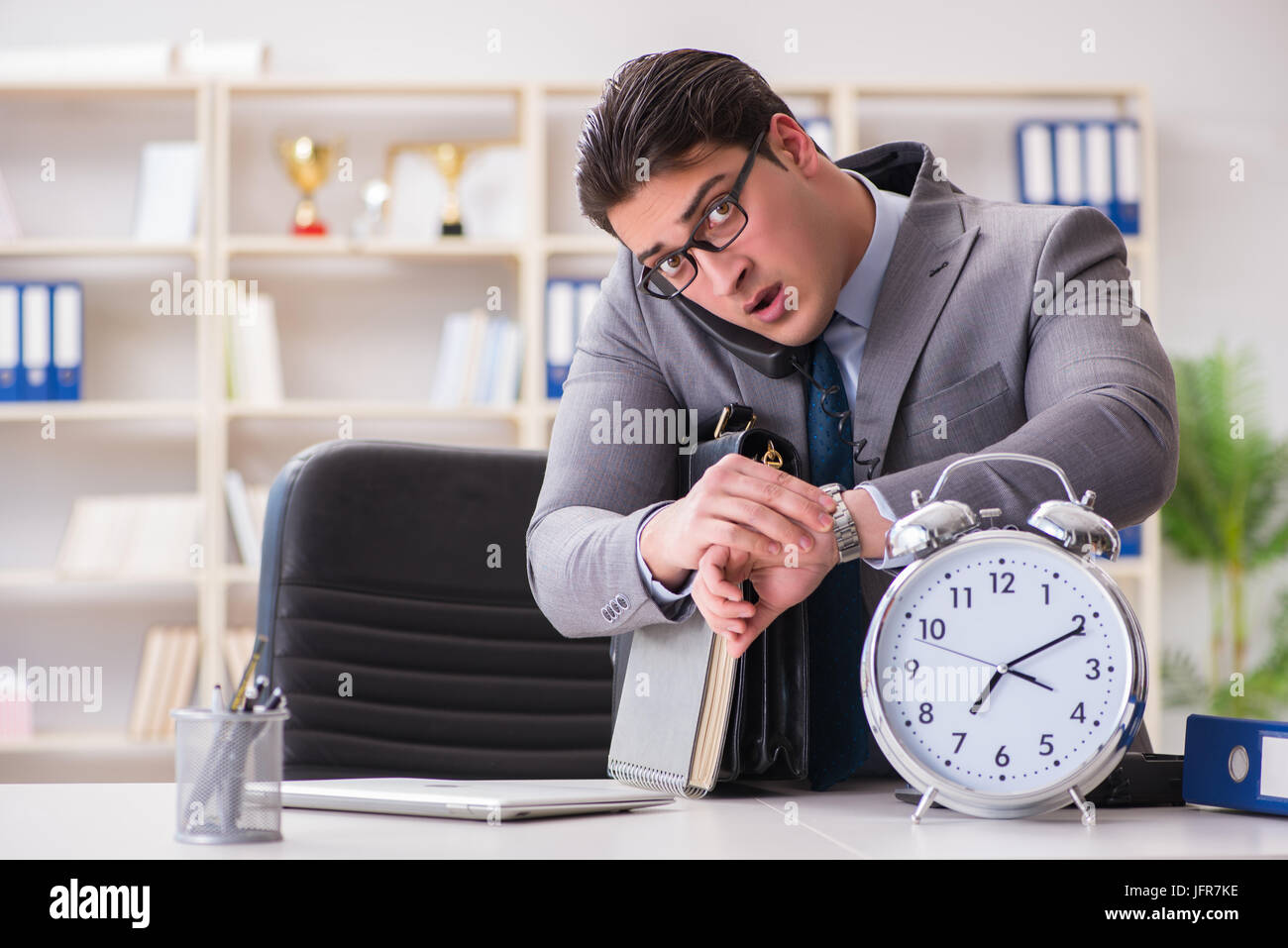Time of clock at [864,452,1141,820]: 7:10
